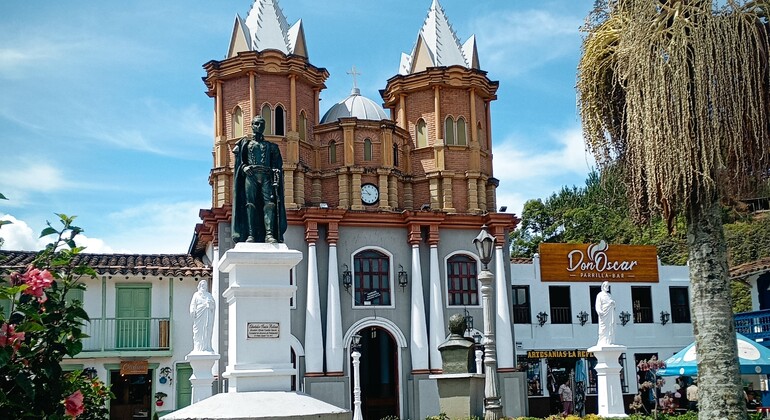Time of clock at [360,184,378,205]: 10:45
